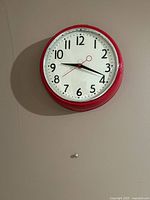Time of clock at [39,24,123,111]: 9:18
